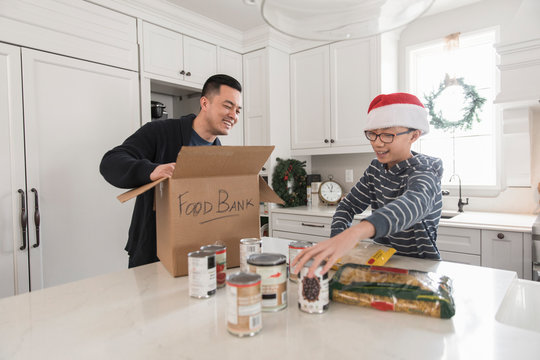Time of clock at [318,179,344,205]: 11:02
